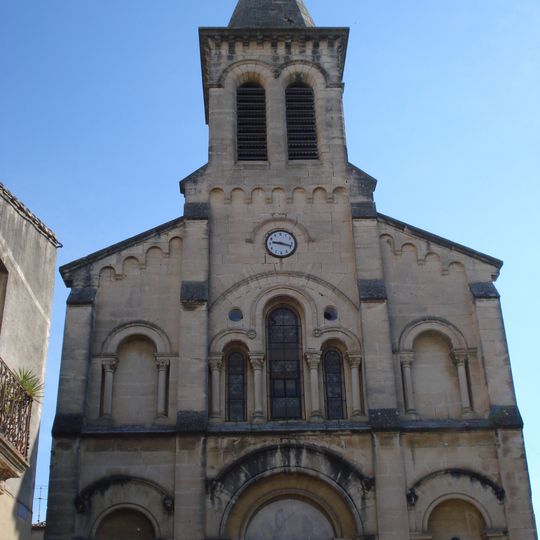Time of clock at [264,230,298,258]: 9:18
